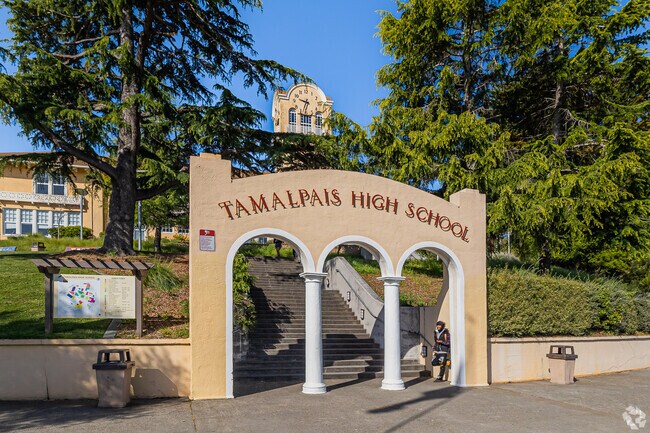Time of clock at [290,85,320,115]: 9:33
